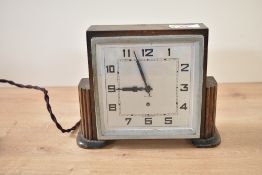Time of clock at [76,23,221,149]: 8:56
